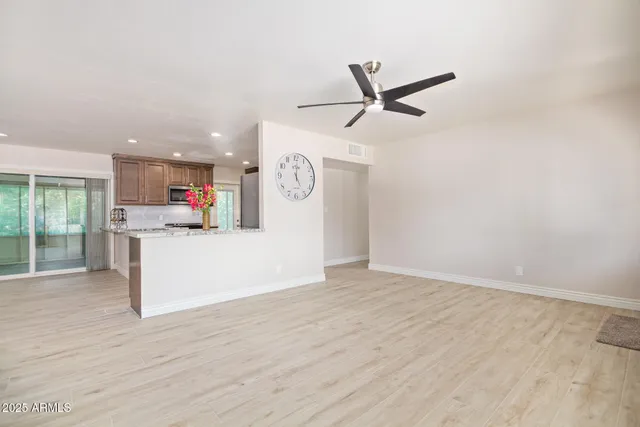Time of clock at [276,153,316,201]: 5:00
